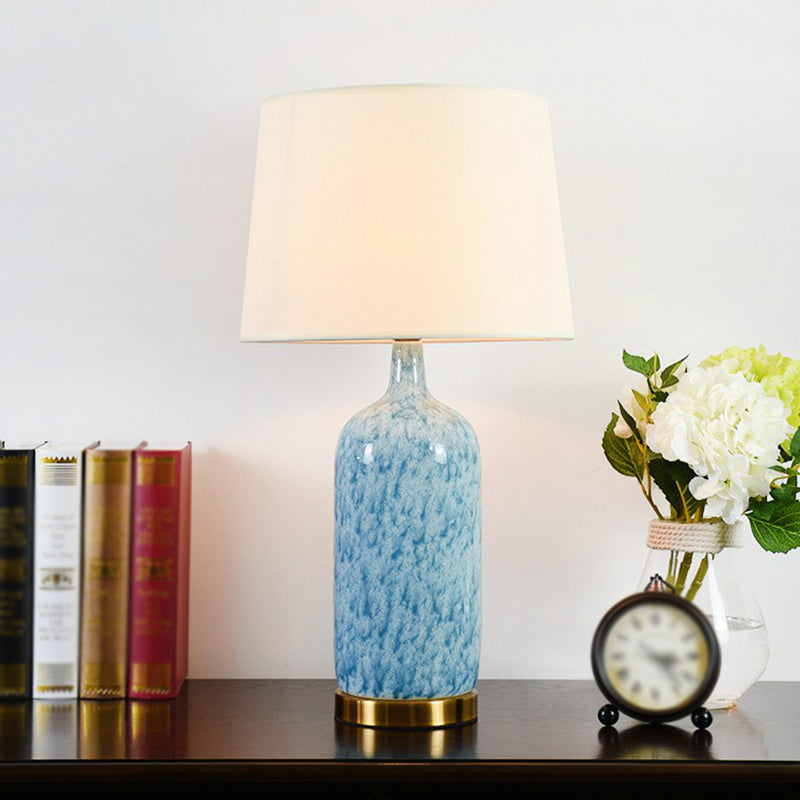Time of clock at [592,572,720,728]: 3:23
